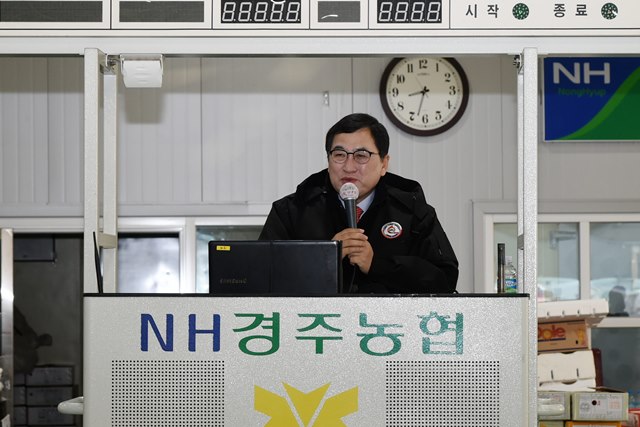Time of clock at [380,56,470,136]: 8:32
